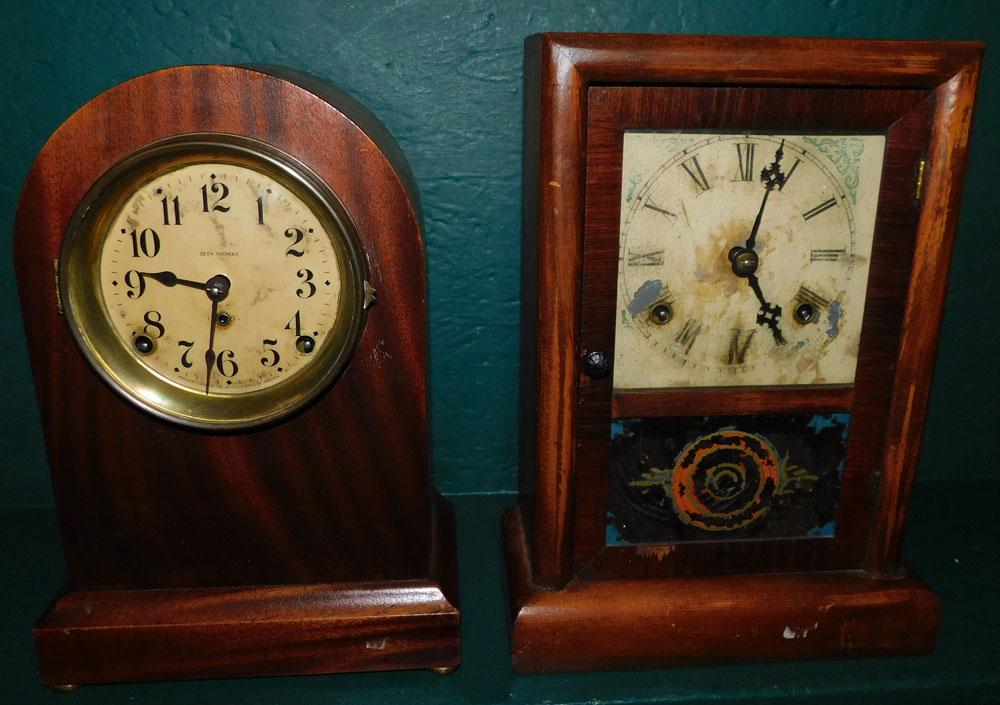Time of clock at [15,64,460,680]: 9:32
